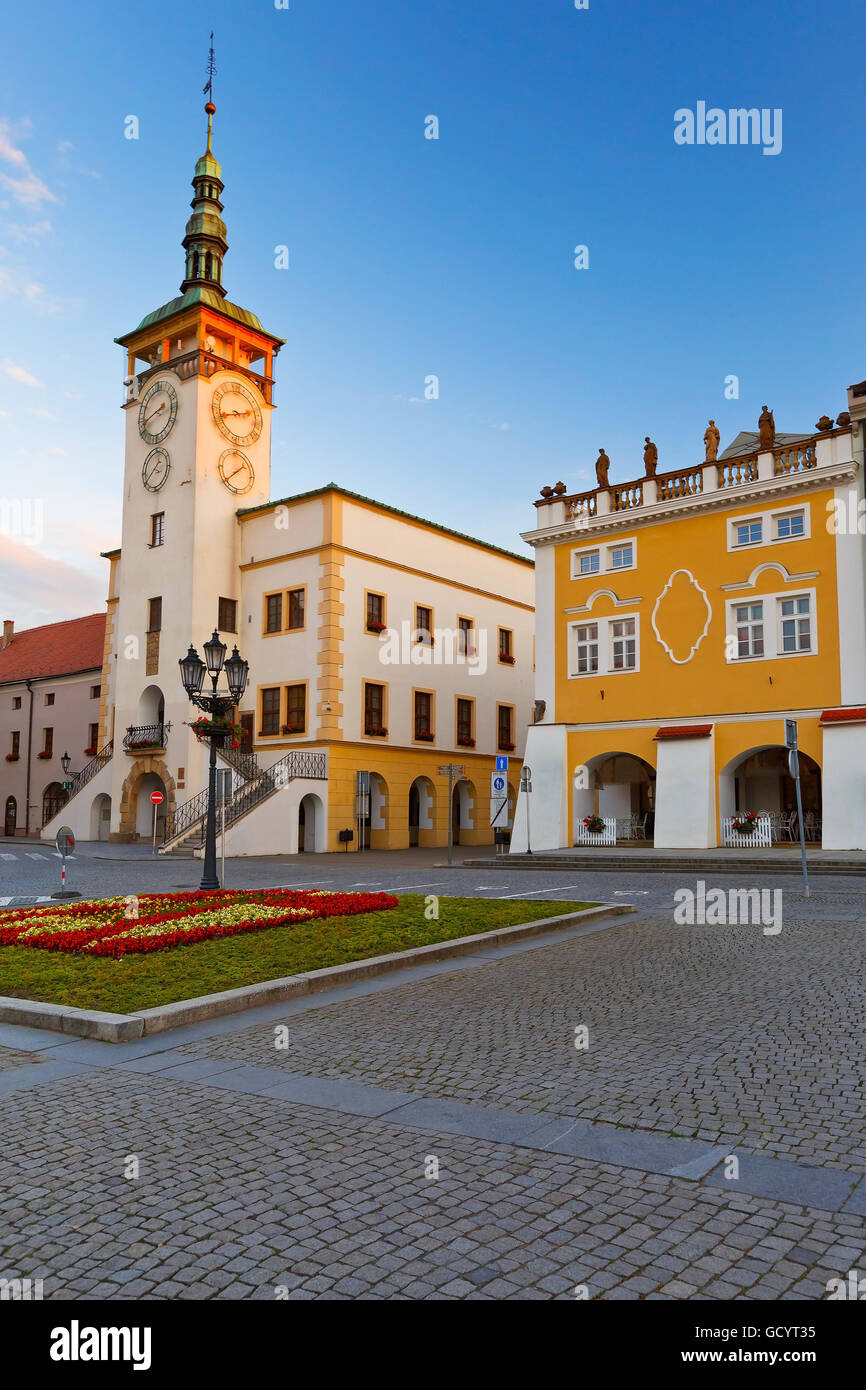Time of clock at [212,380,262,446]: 2:42
